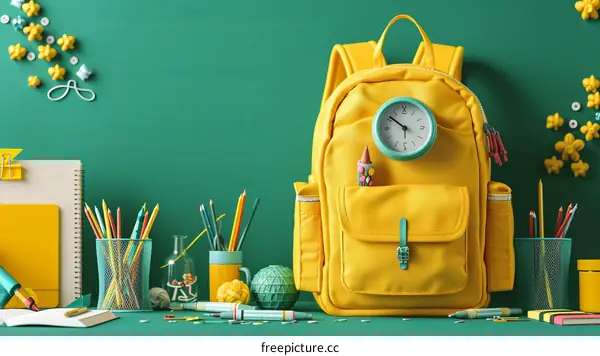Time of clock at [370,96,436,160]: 5:51
